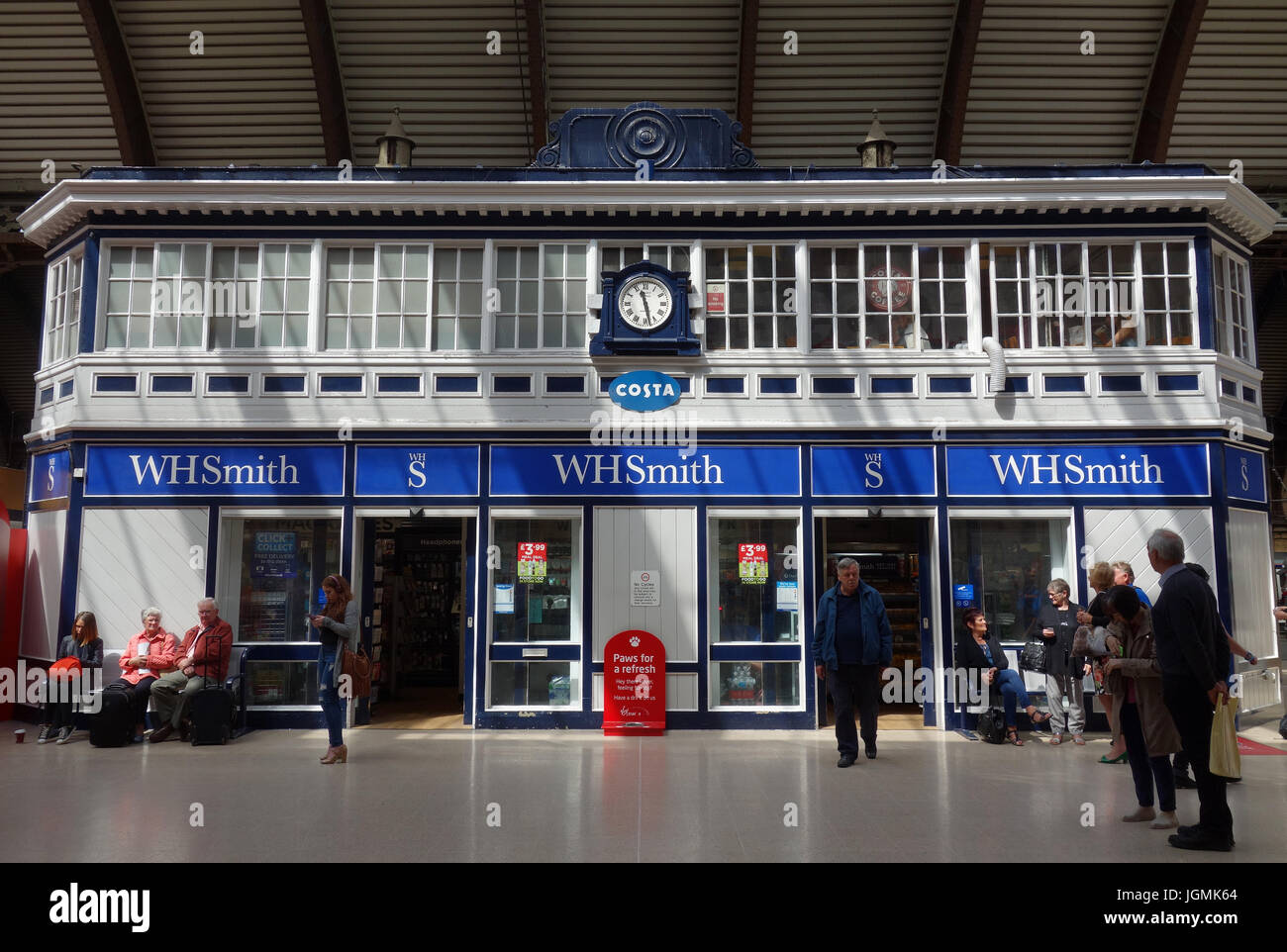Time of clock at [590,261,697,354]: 11:28
